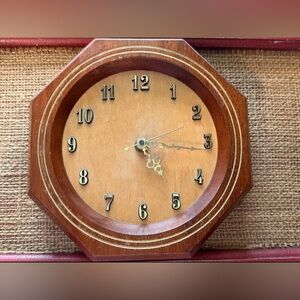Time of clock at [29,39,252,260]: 4:16
